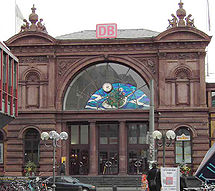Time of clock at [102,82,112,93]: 2:21
